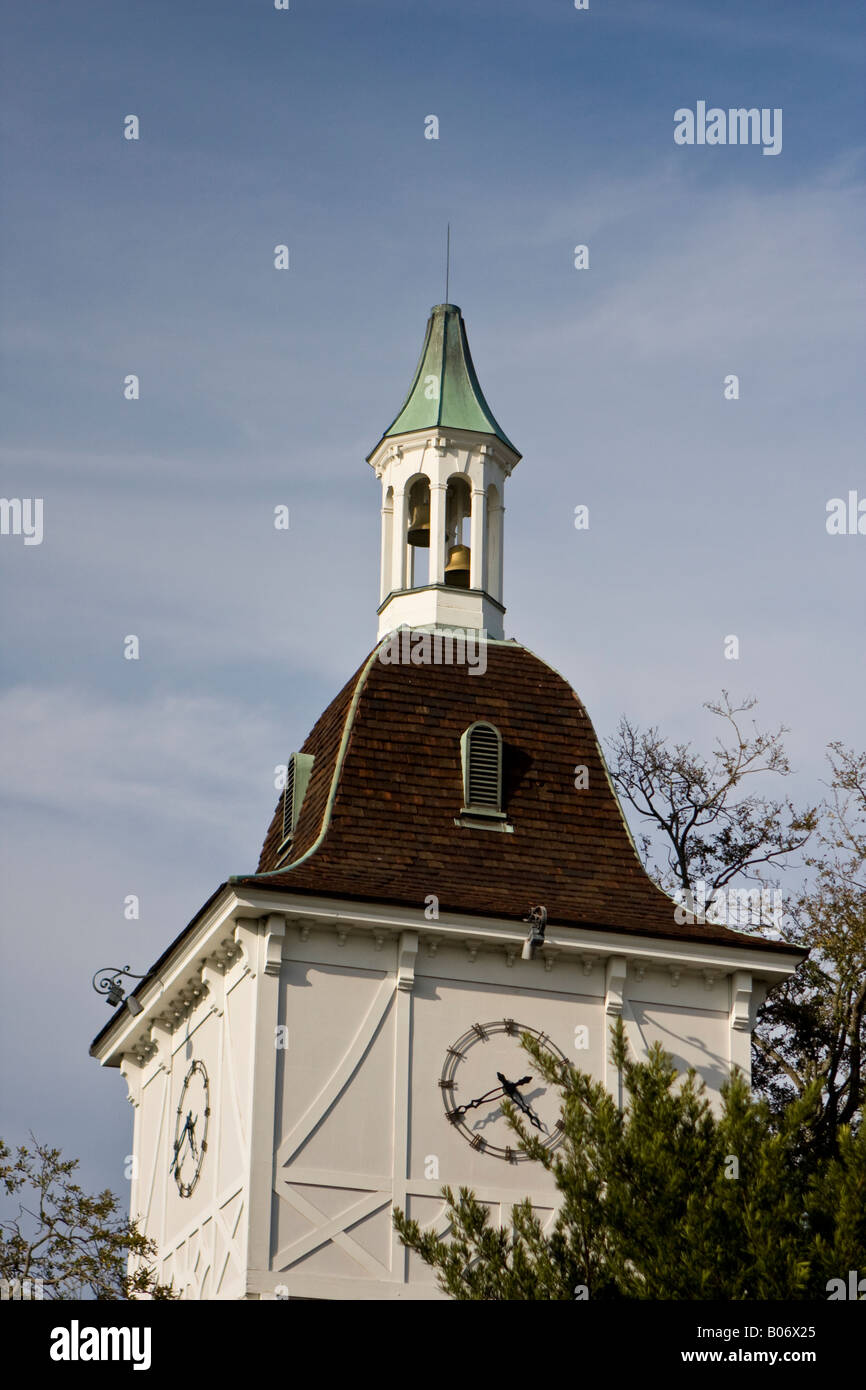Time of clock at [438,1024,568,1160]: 4:40
